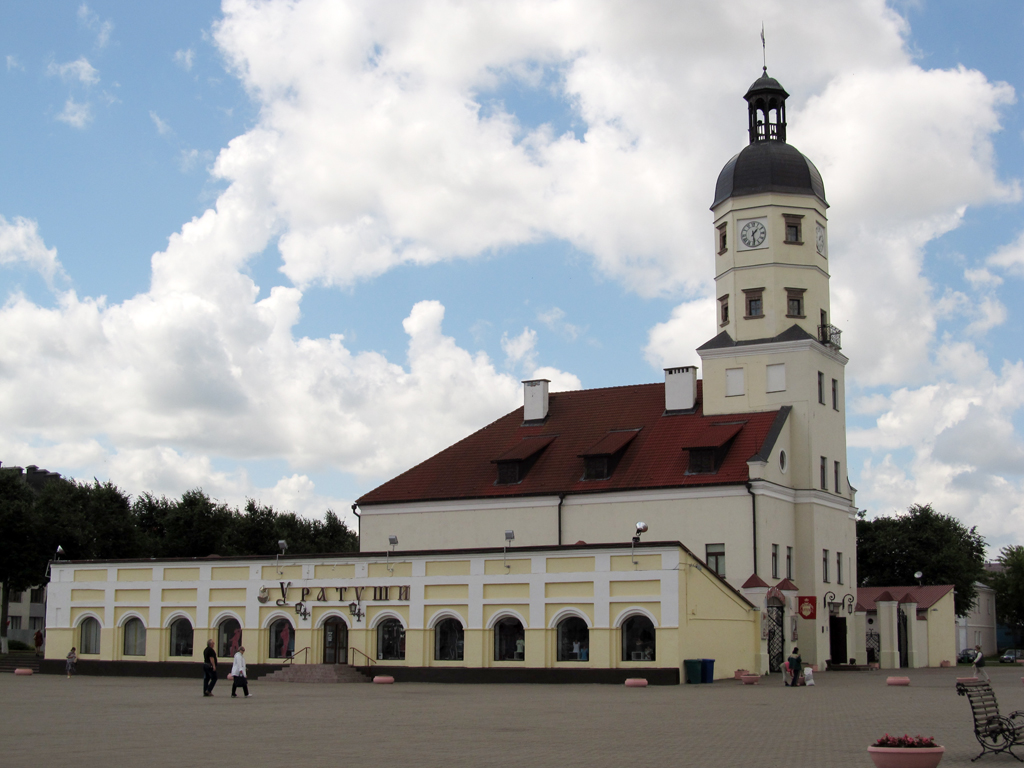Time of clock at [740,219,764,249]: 1:28
